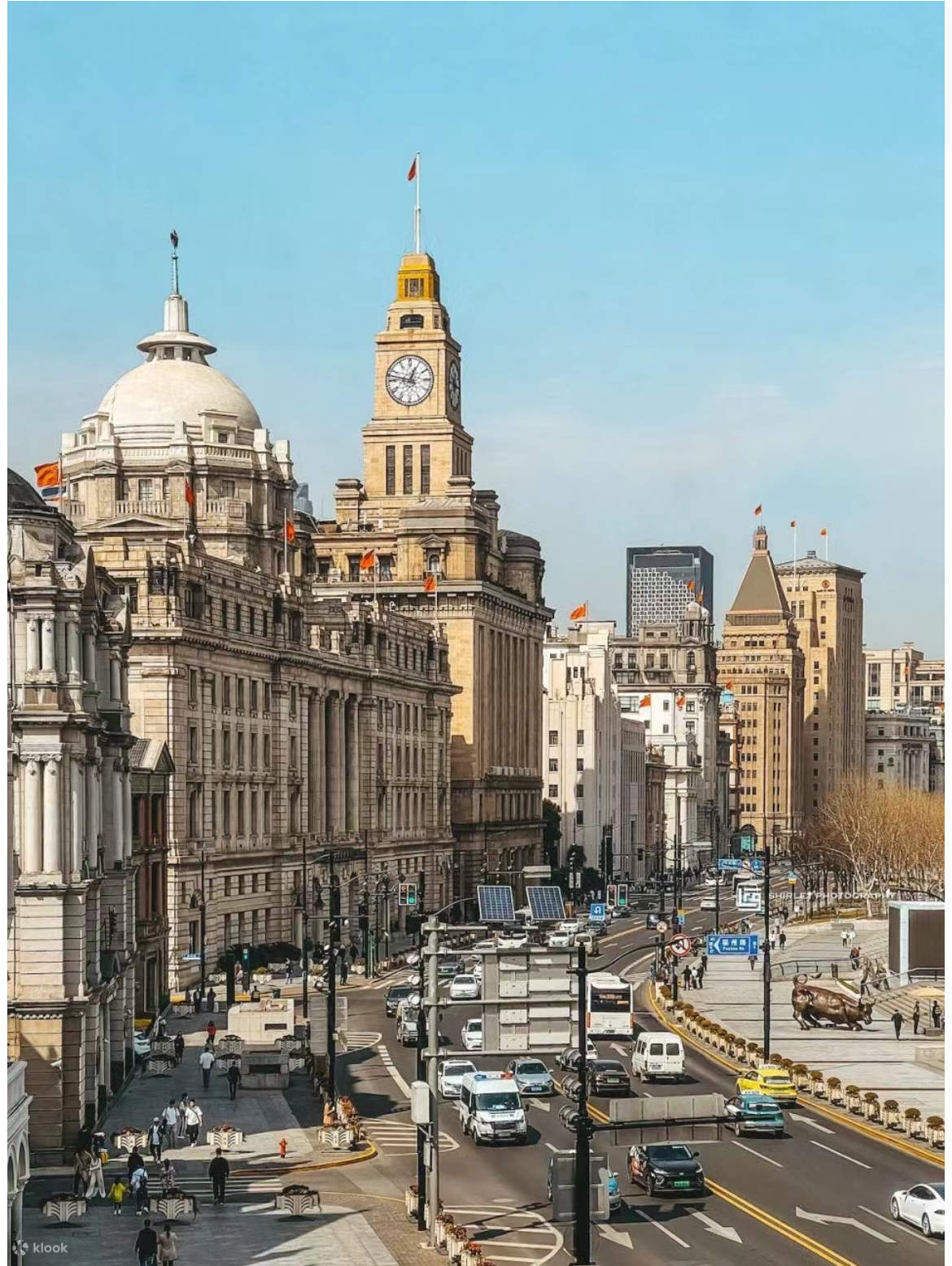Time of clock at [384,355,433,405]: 12:47
